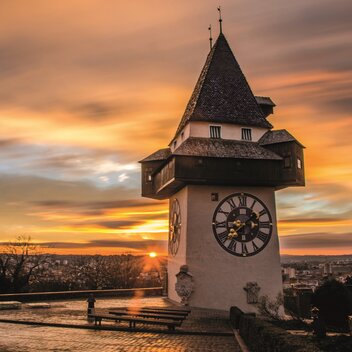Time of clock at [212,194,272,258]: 1:37
